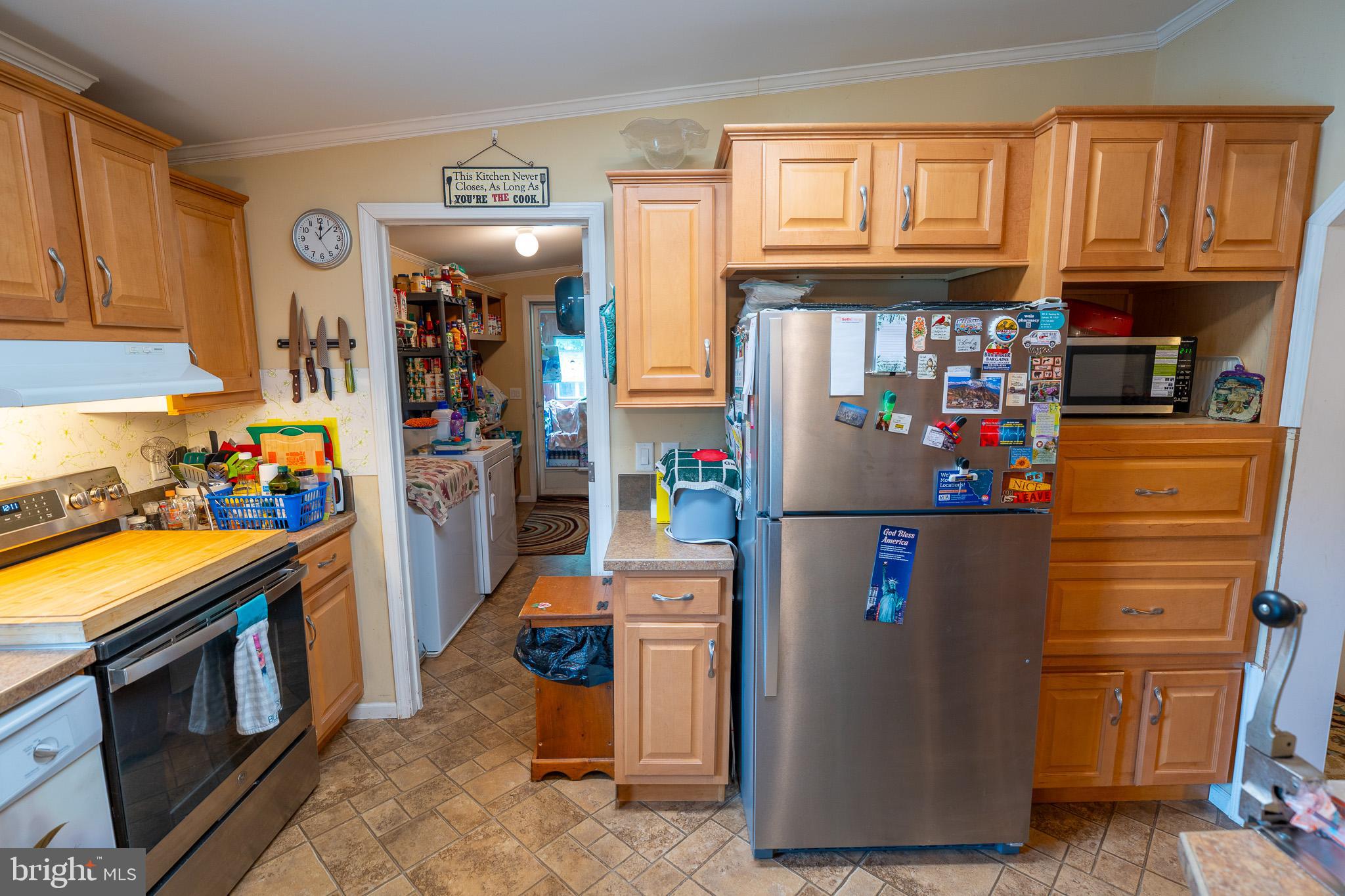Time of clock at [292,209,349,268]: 12:07
